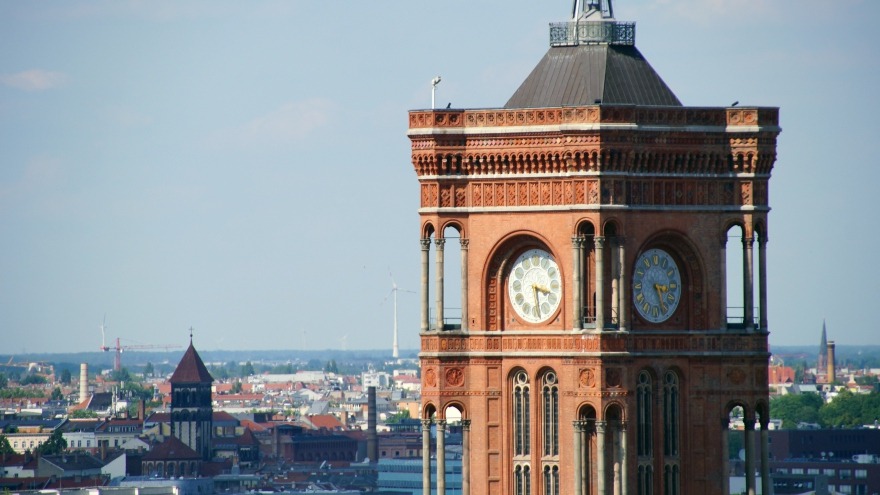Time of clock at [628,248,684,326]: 3:26
